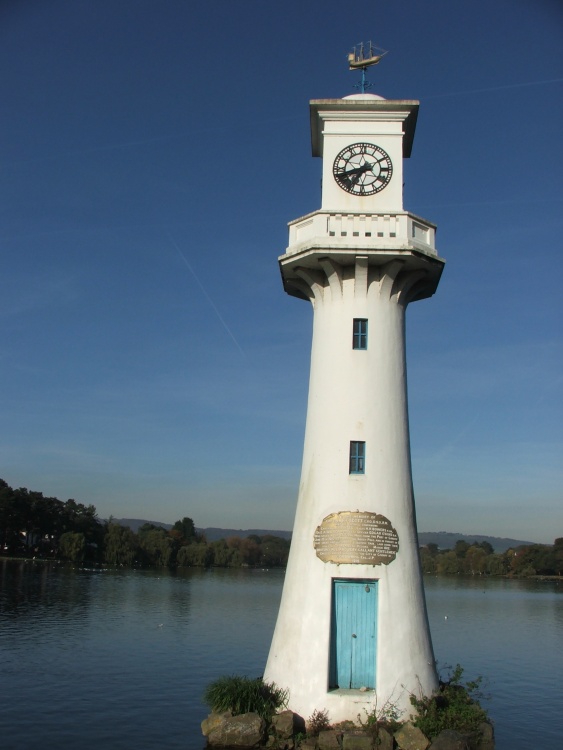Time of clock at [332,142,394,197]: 8:35
